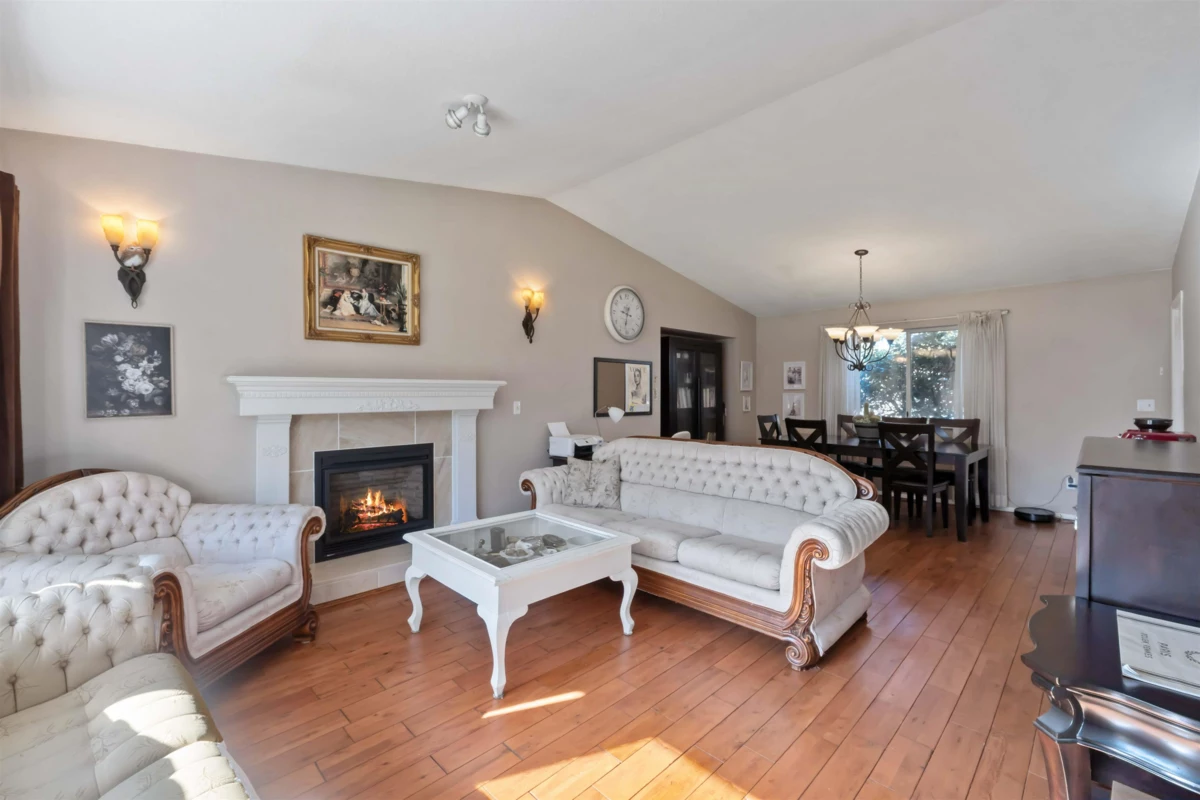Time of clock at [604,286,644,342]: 9:32
